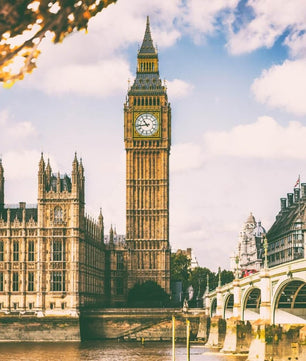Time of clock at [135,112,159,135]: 10:43
